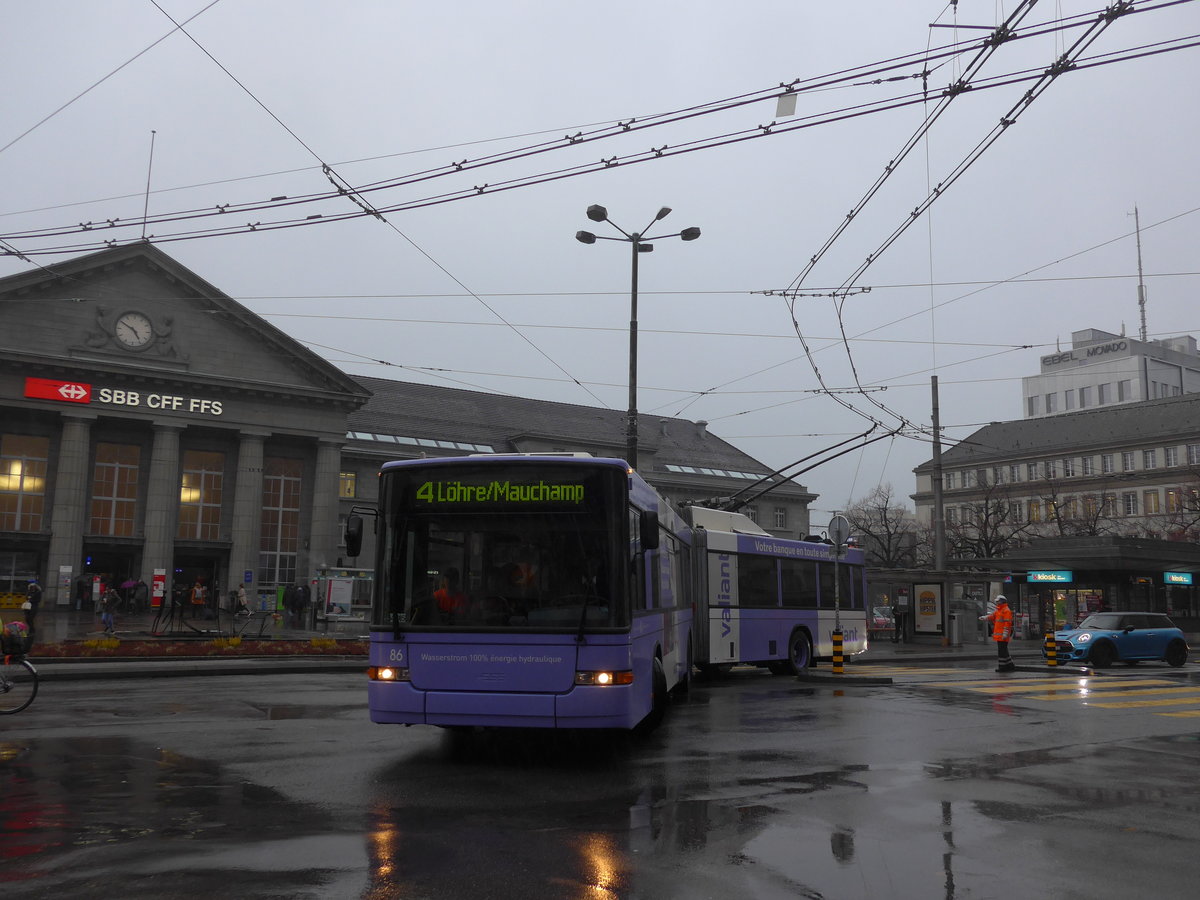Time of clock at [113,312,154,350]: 4:50
